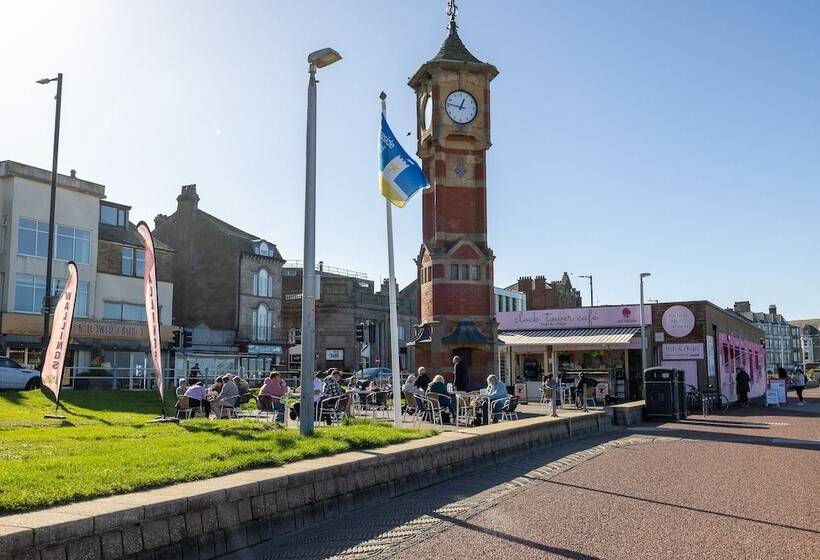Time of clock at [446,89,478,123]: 12:46
